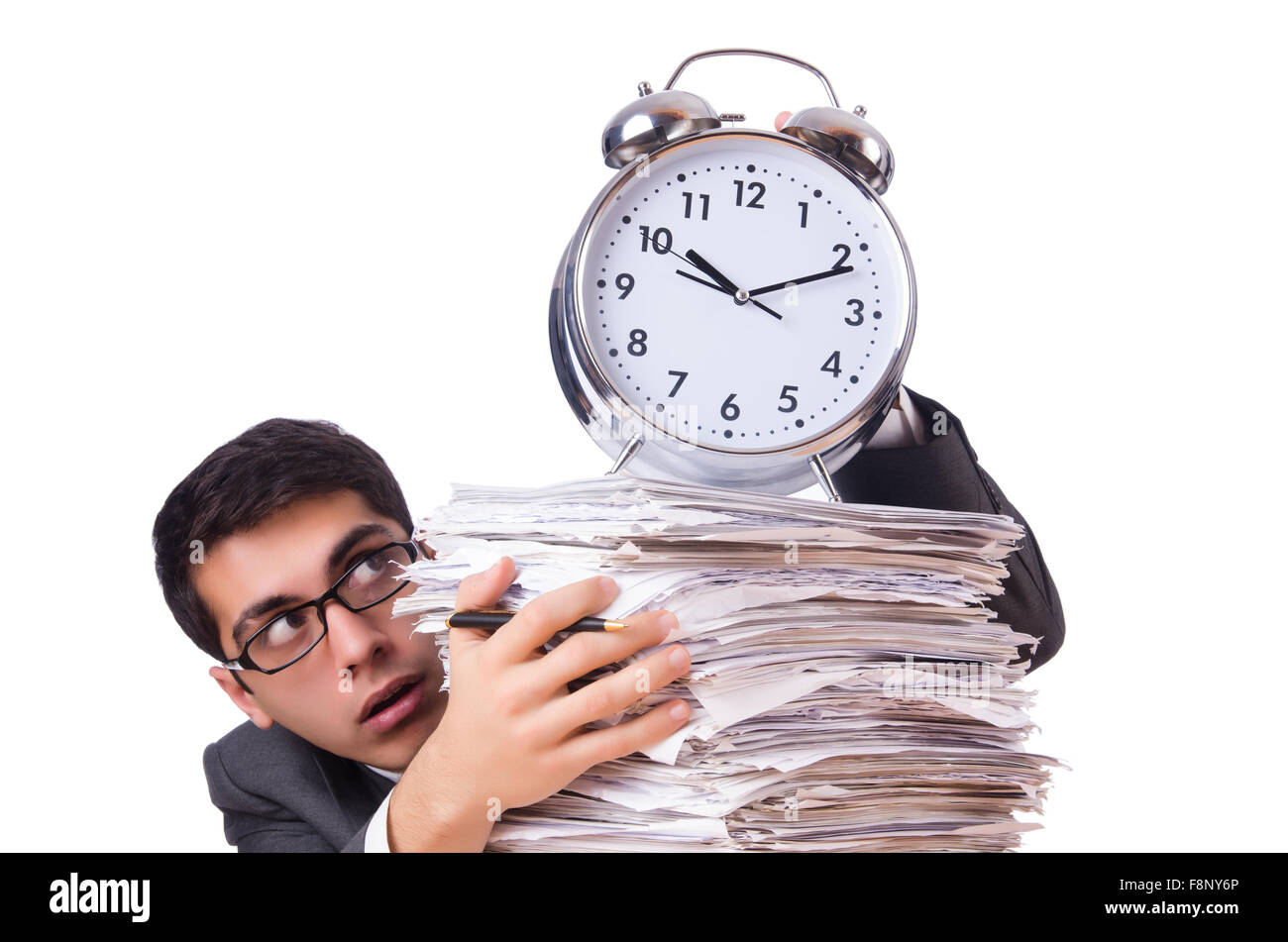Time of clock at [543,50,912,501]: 10:11
